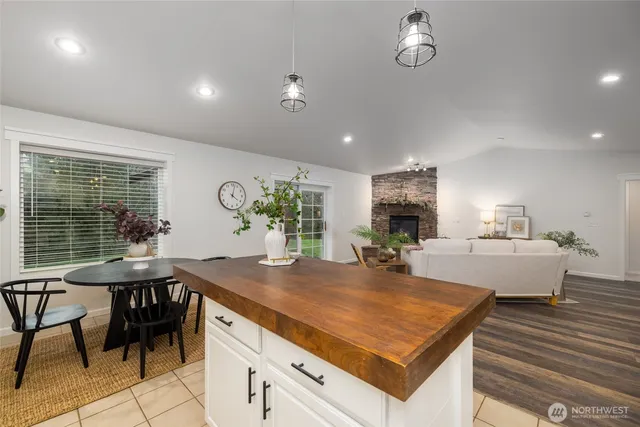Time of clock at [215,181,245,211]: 4:02
